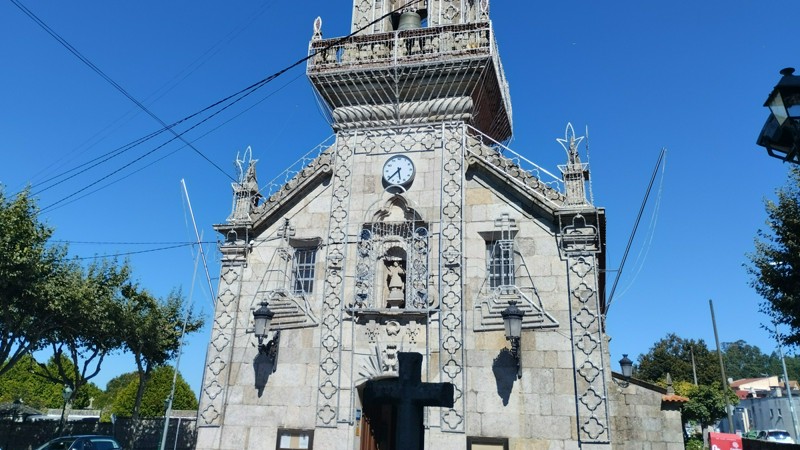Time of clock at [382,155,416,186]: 5:38
